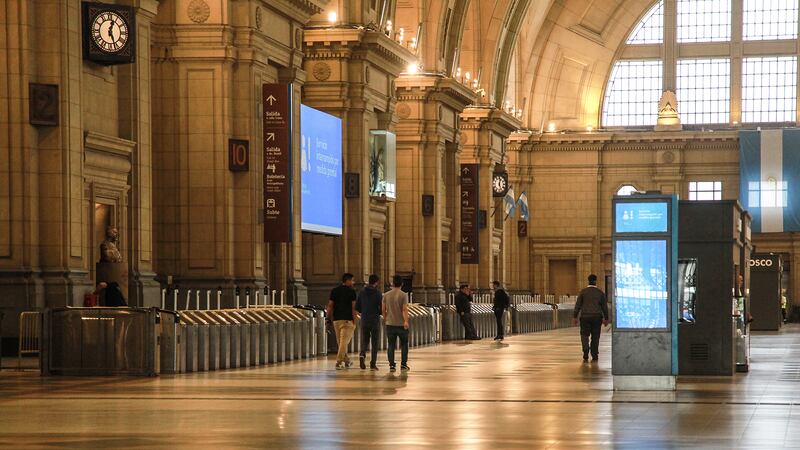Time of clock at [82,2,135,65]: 12:26
